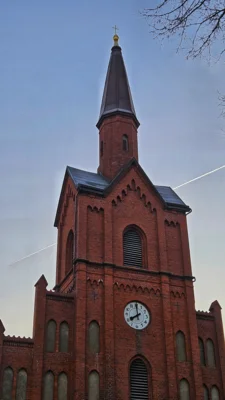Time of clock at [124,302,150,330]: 7:59
